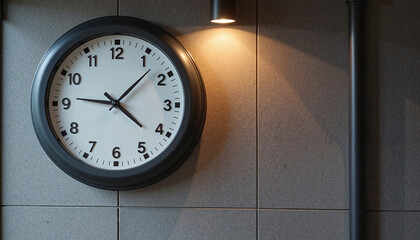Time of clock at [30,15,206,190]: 9:07
